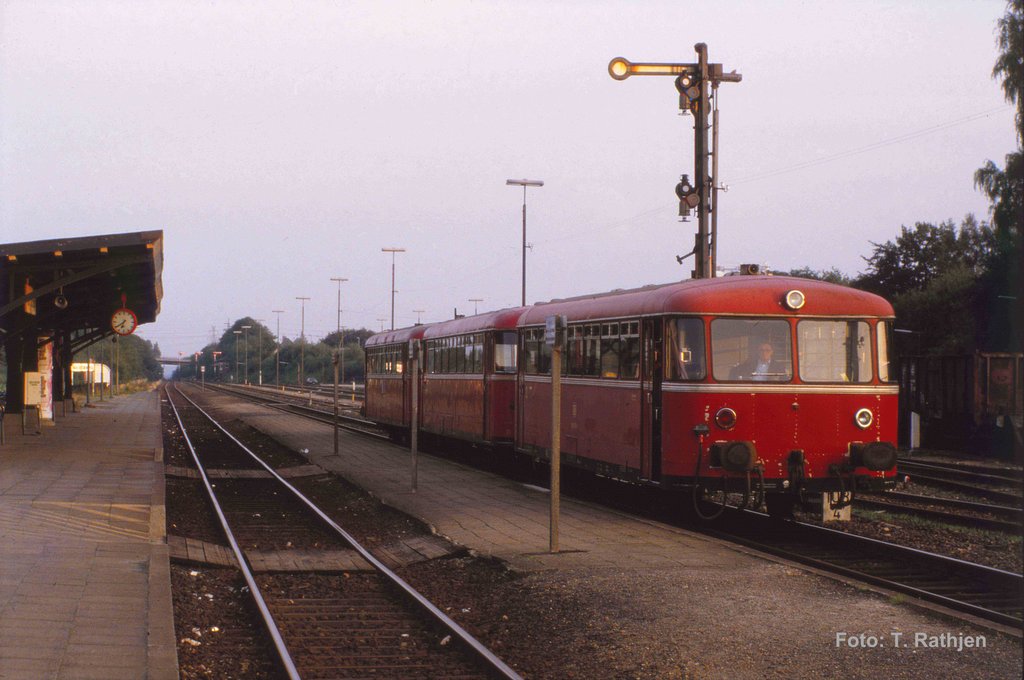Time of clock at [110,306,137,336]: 6:39
